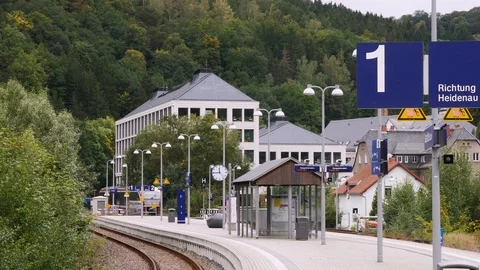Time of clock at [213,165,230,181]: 11:45
